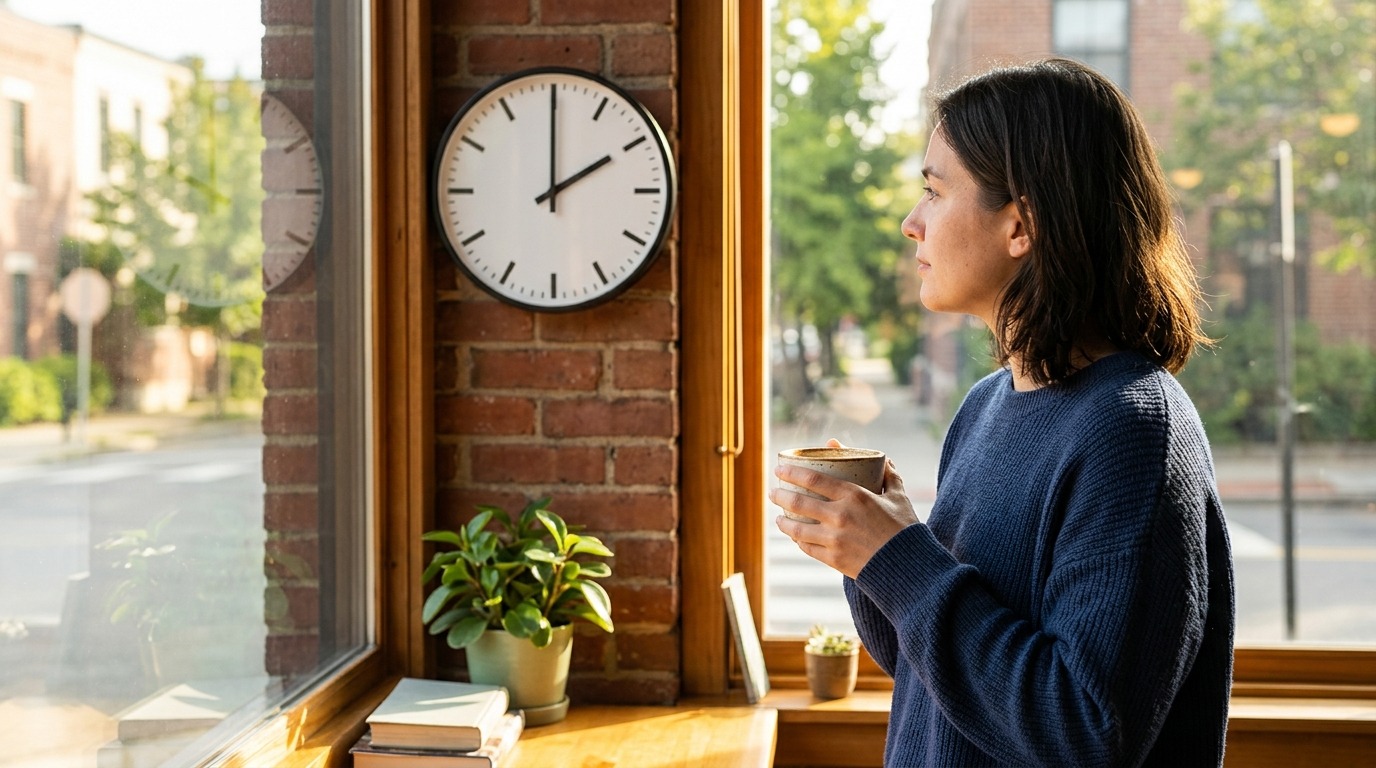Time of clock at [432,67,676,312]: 2:00
